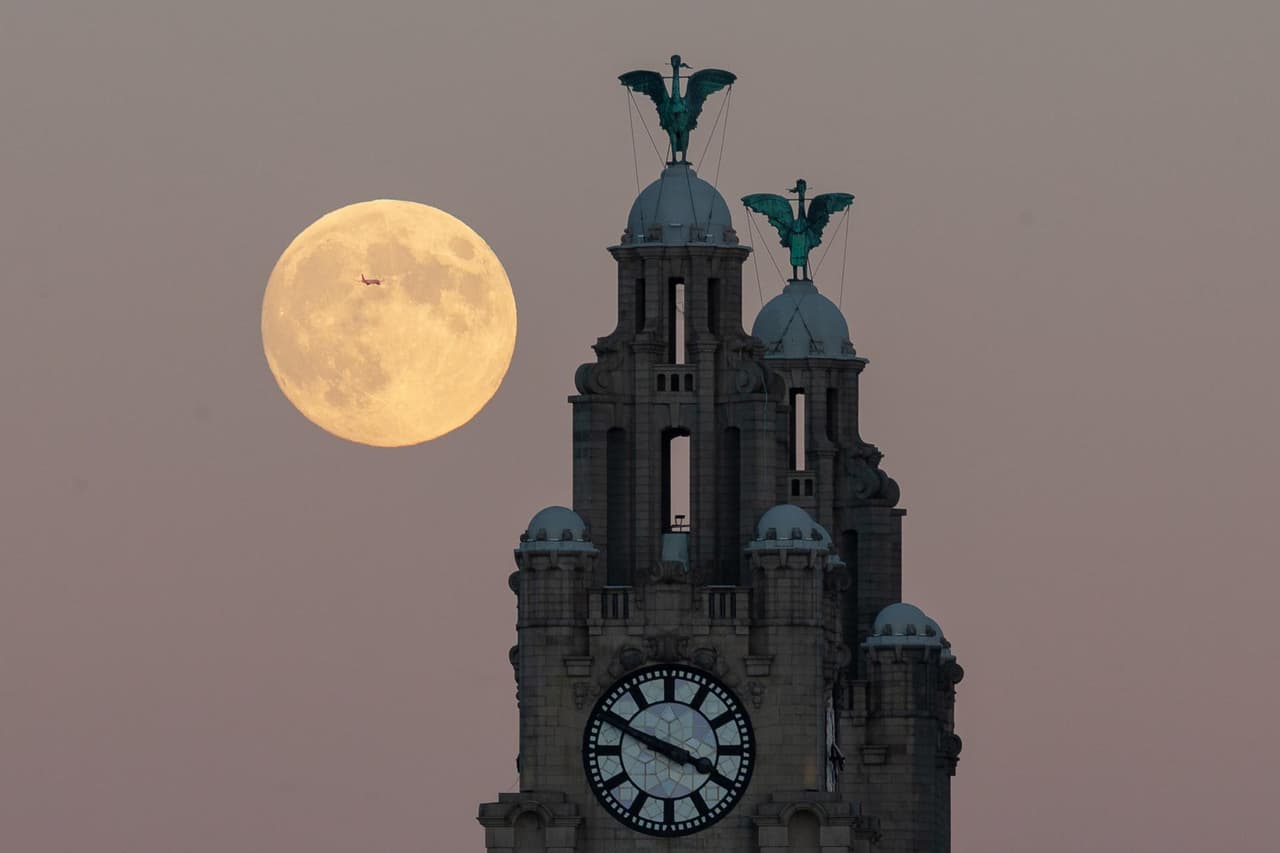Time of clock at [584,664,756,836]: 3:48
